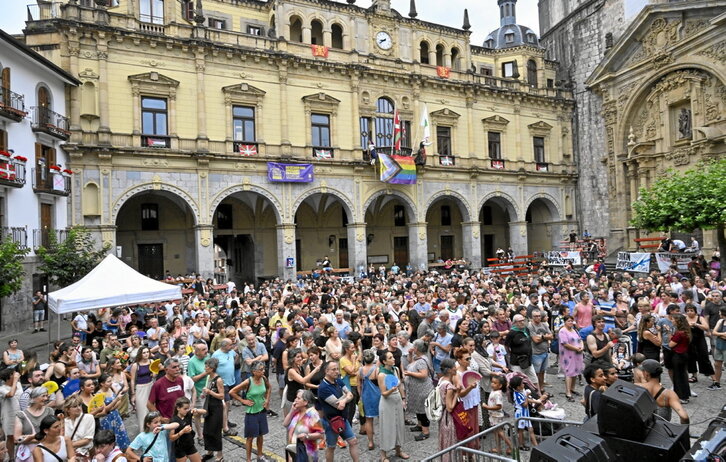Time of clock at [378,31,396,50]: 8:38
